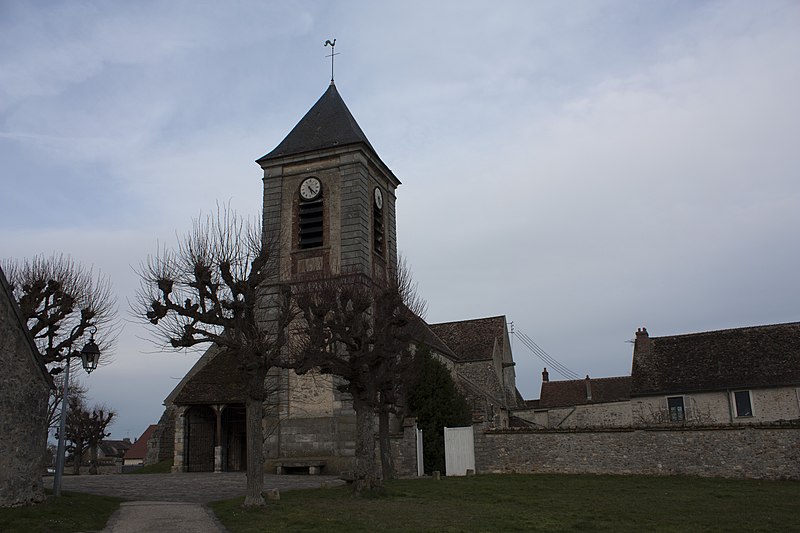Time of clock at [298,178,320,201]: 5:22
